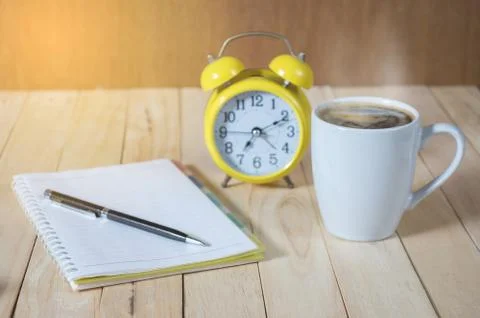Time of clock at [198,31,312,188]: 7:10
